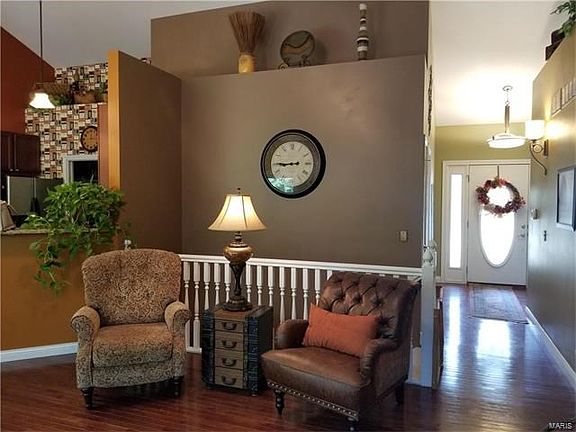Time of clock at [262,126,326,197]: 8:45
